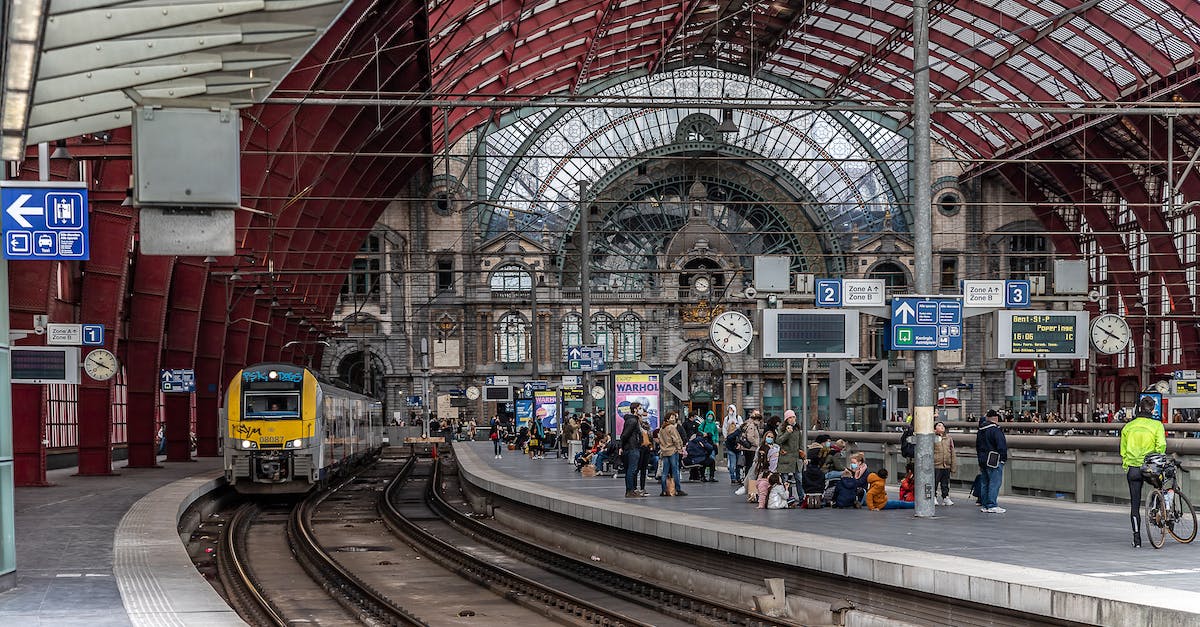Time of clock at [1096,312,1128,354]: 3:50
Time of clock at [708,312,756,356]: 3:50
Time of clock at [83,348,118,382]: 3:50
